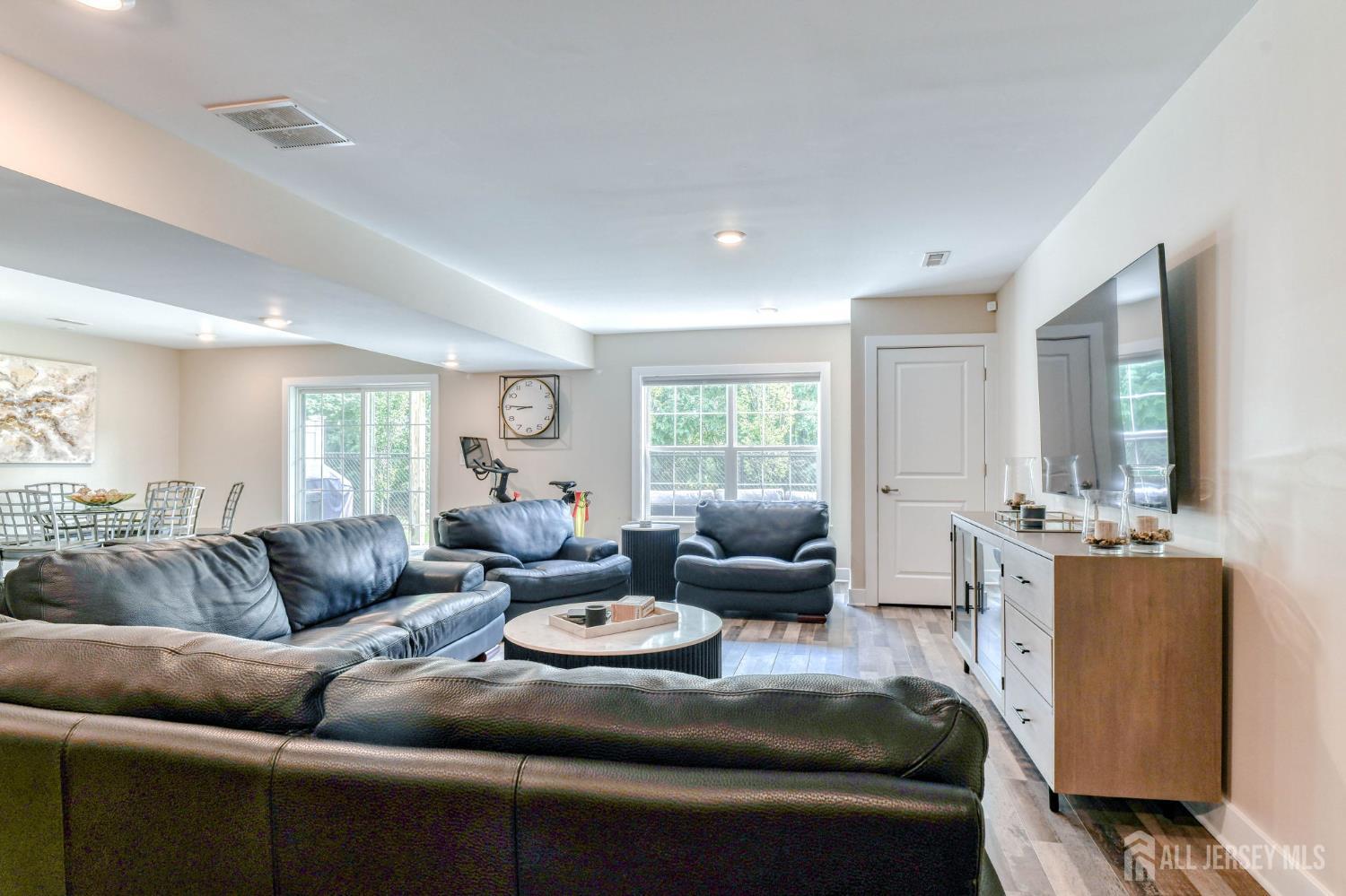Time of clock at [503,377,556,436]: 8:45
